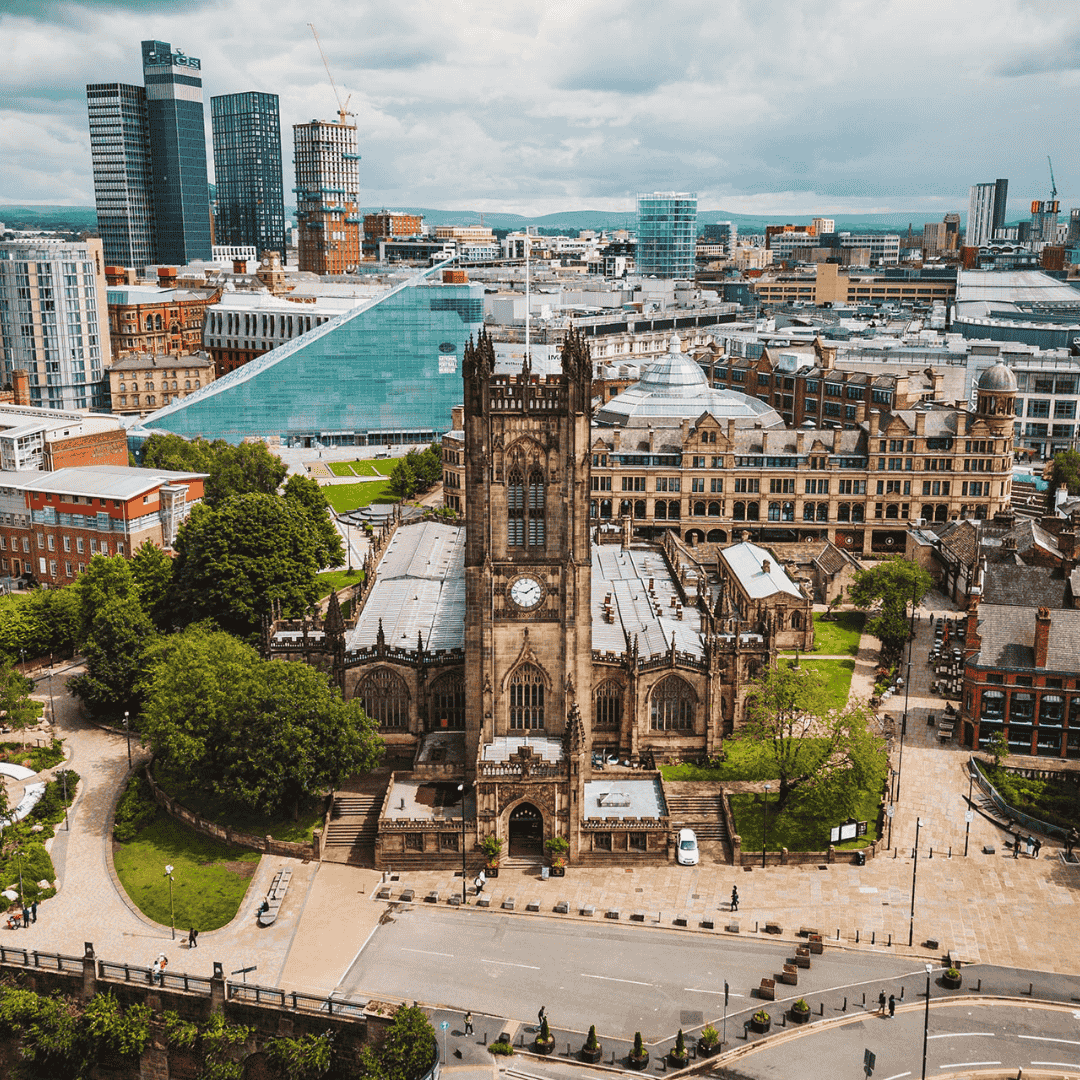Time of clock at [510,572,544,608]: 1:46
